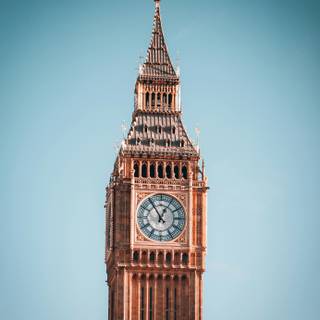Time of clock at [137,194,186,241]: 12:54
